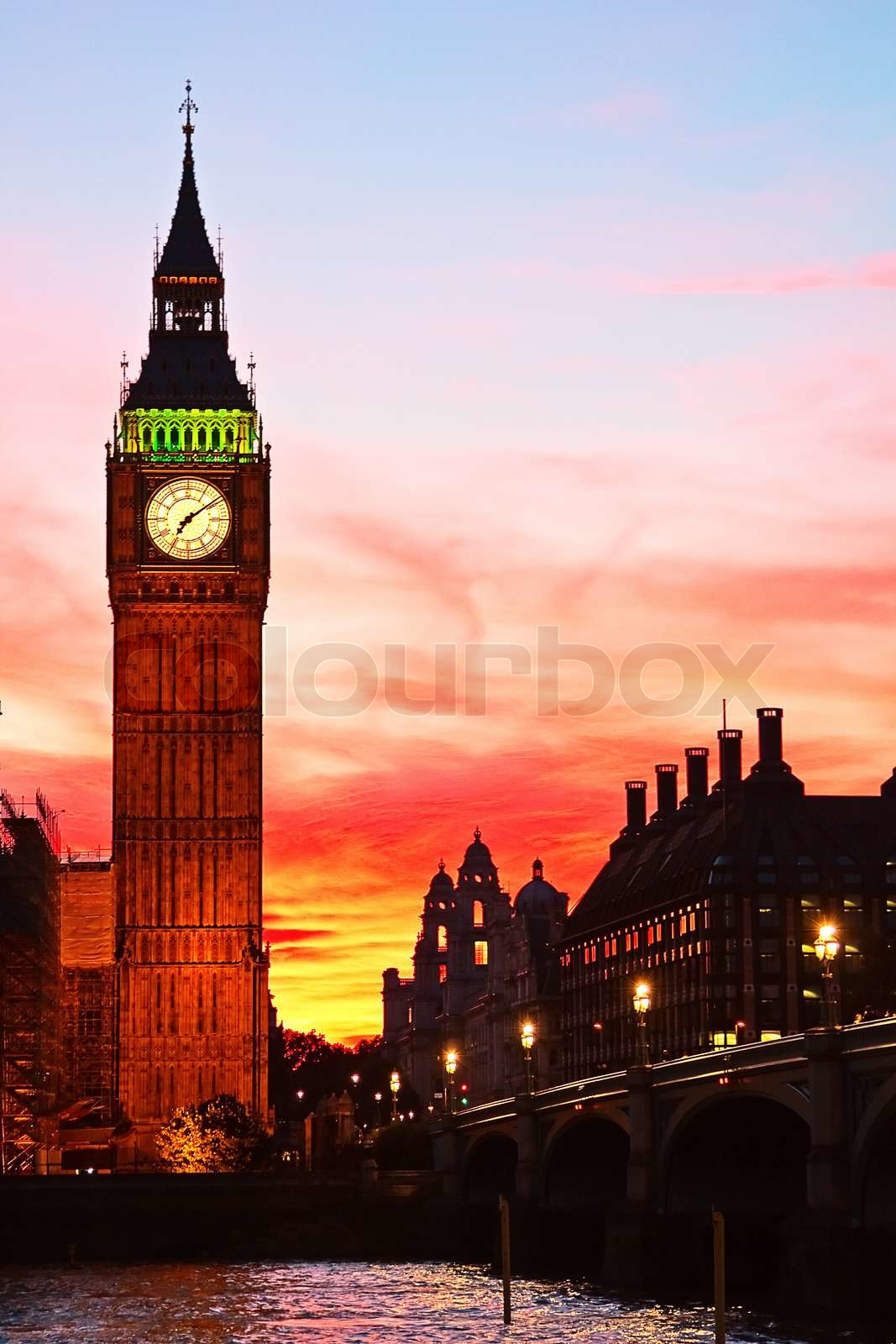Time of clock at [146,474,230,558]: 7:09
